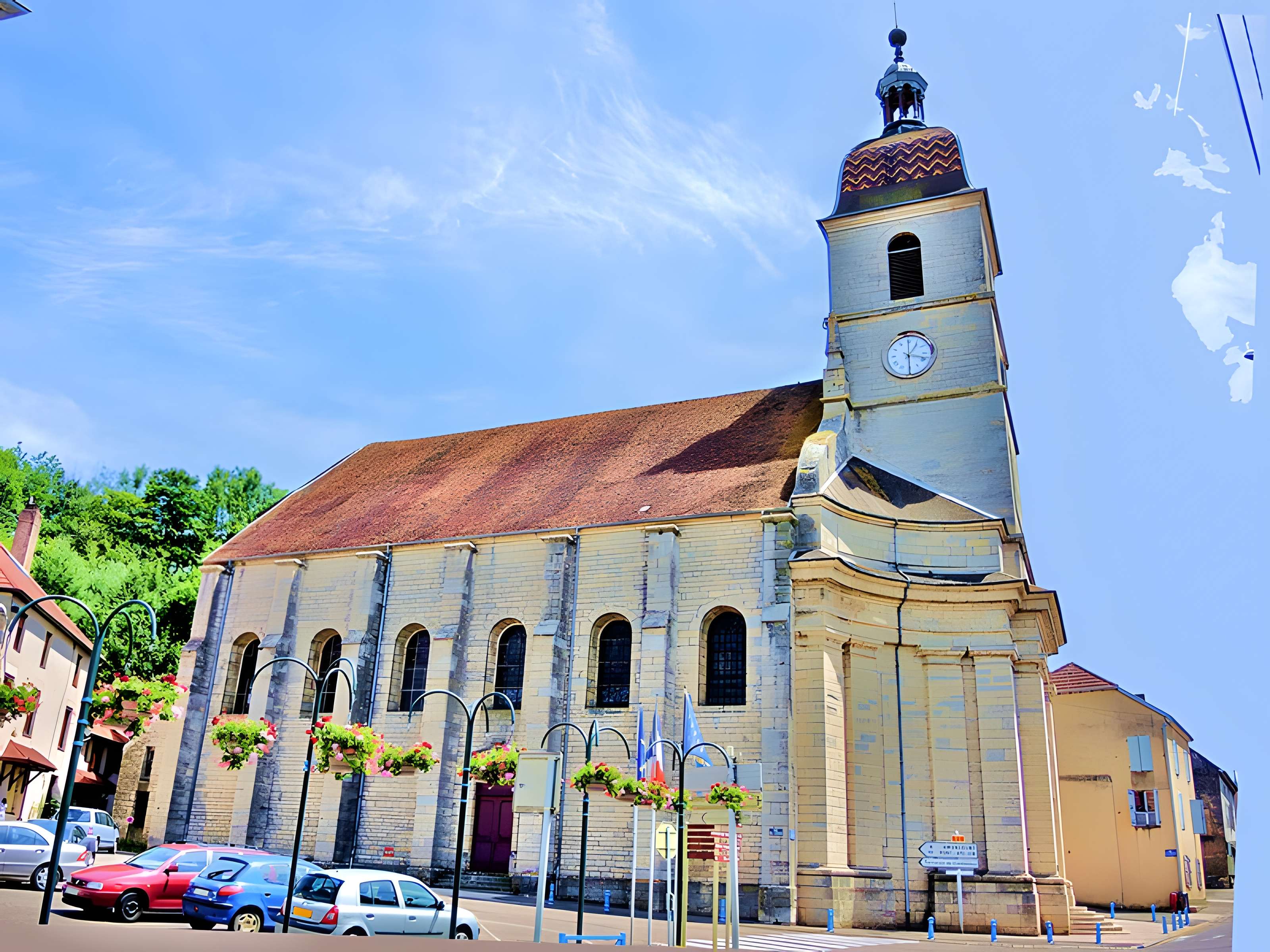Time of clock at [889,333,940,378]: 1:18
